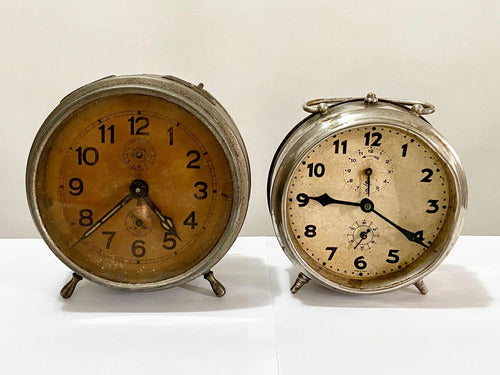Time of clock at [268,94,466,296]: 9:20
